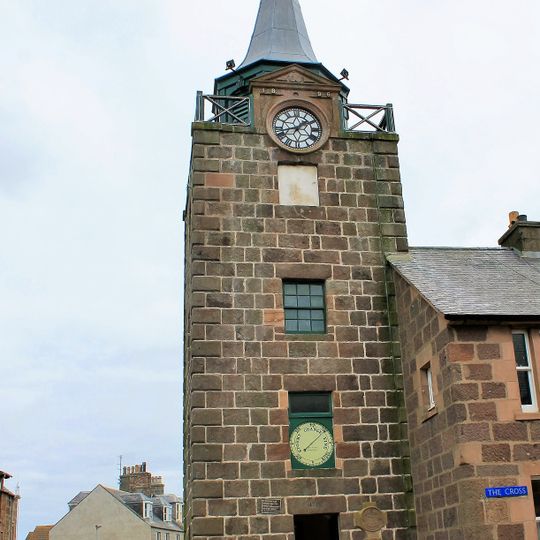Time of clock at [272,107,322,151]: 1:42
